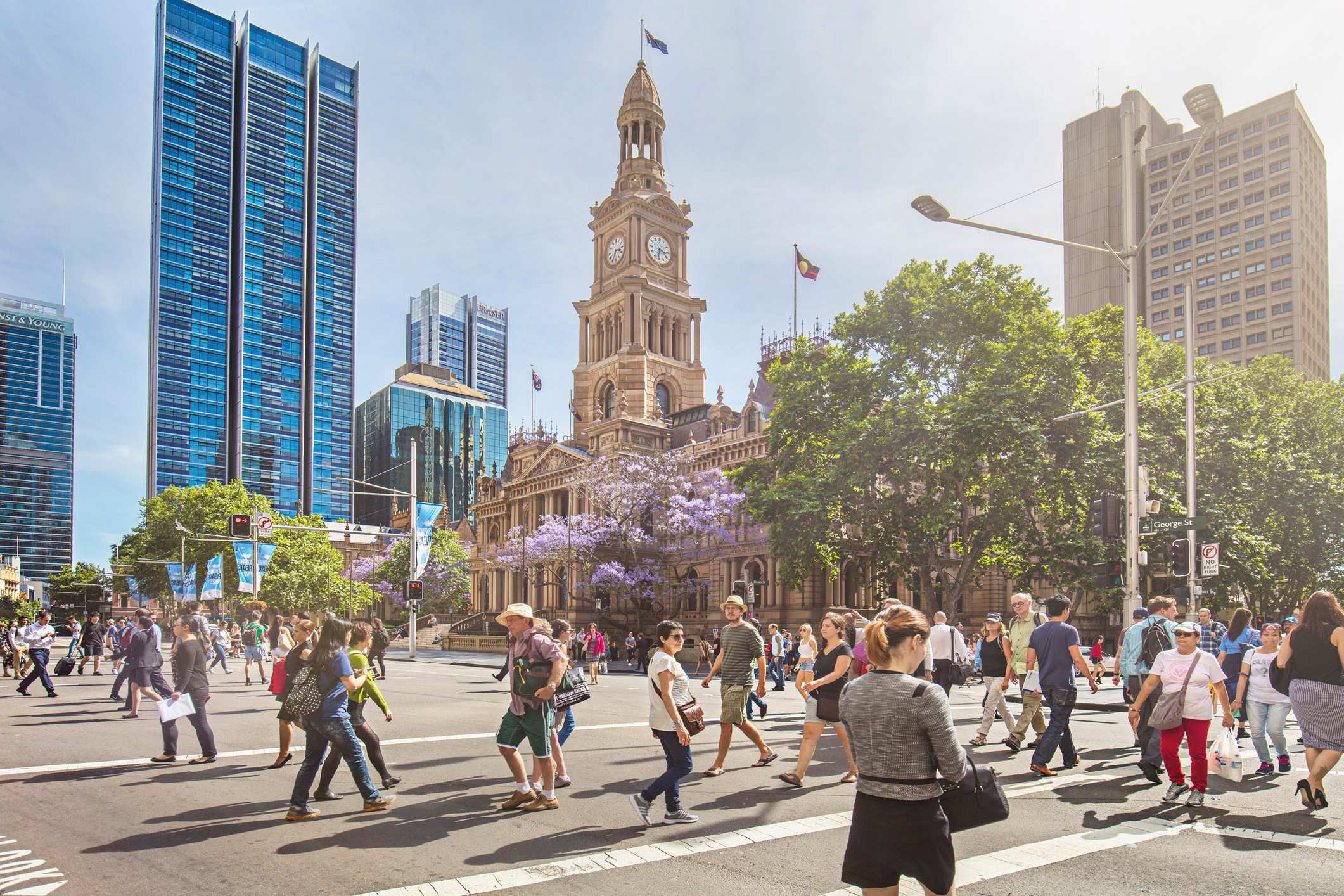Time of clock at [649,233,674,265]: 3:32
